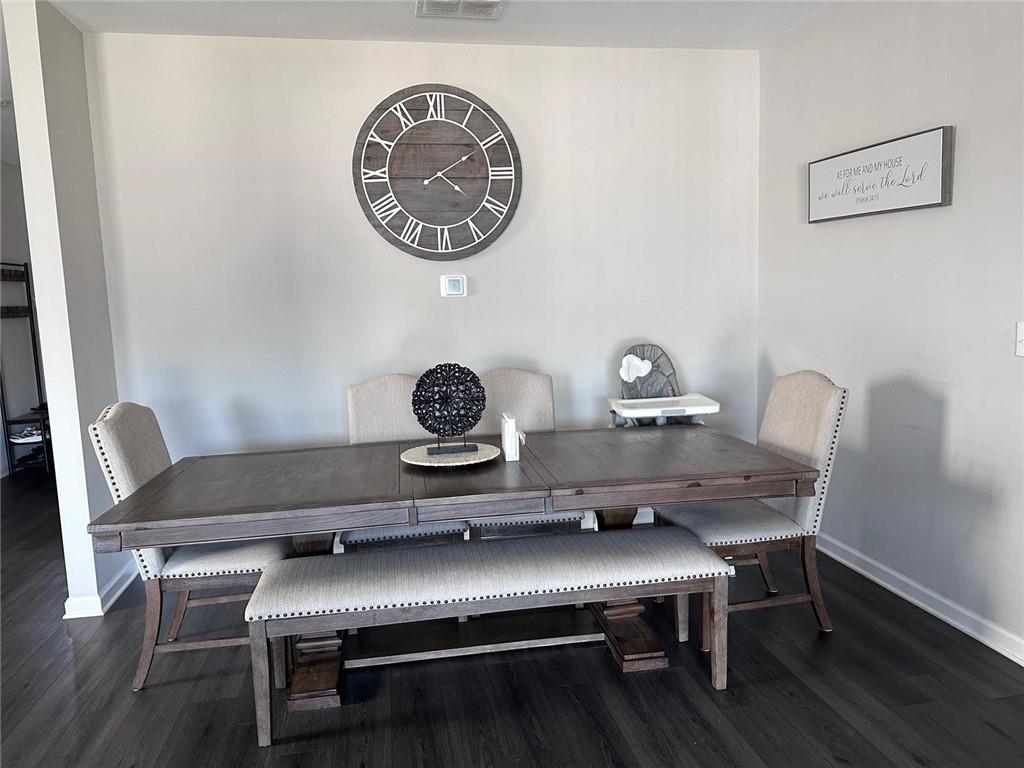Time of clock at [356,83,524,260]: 4:09
